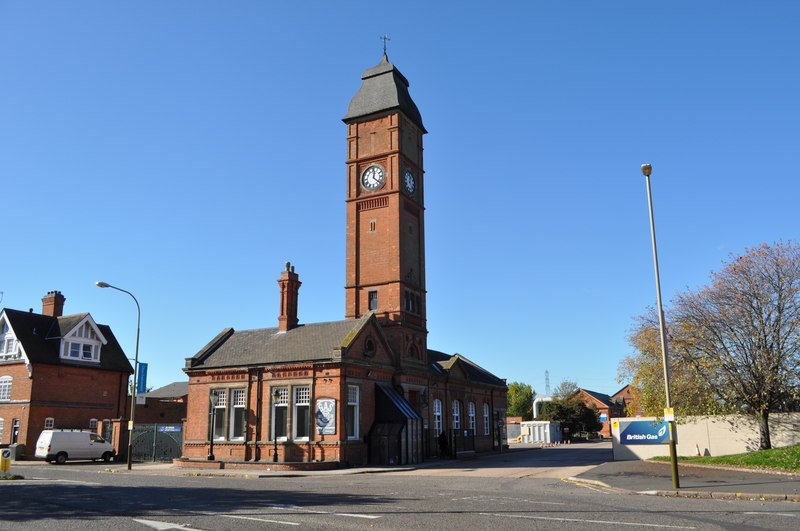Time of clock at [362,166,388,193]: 12:21
